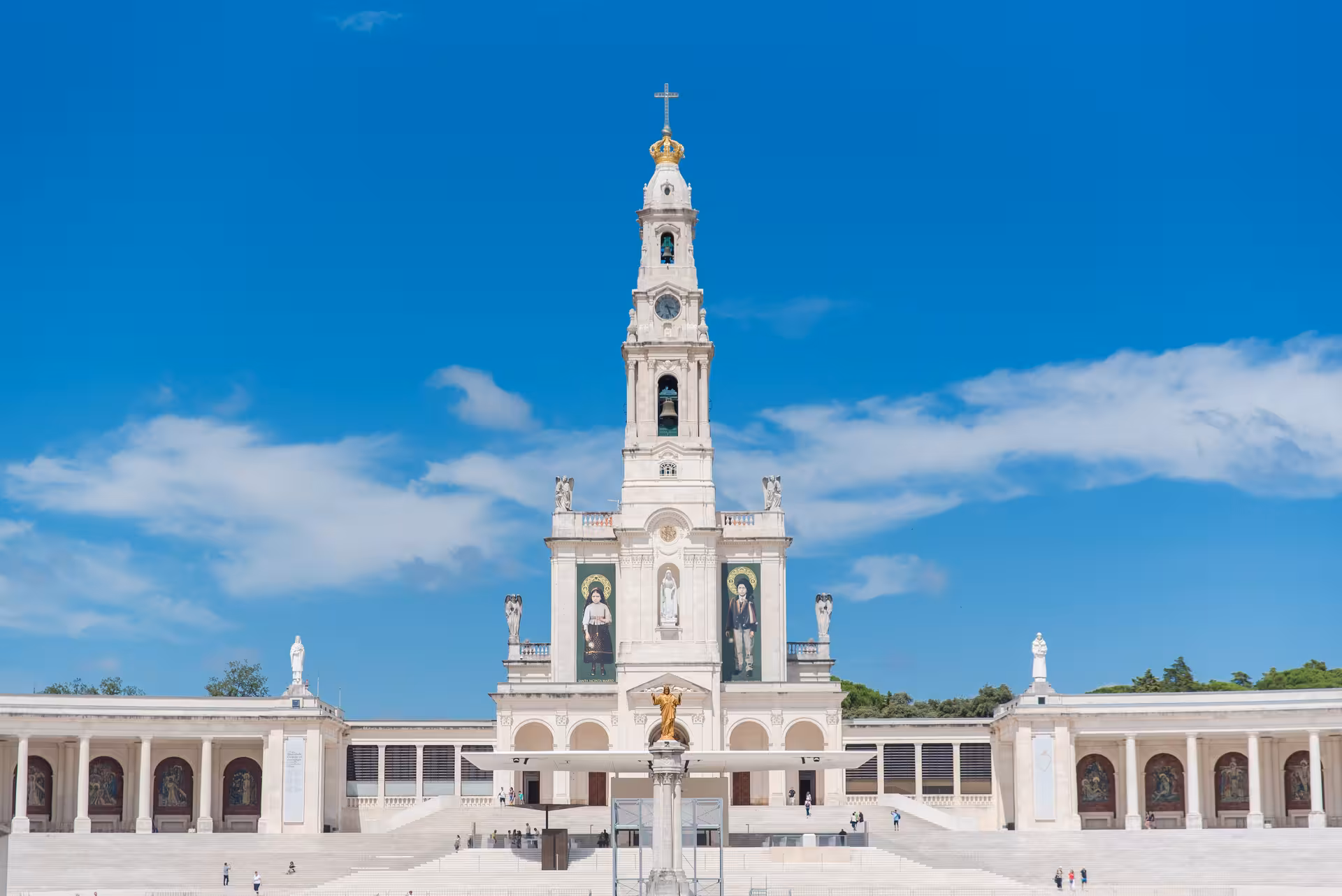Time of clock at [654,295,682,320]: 3:26
